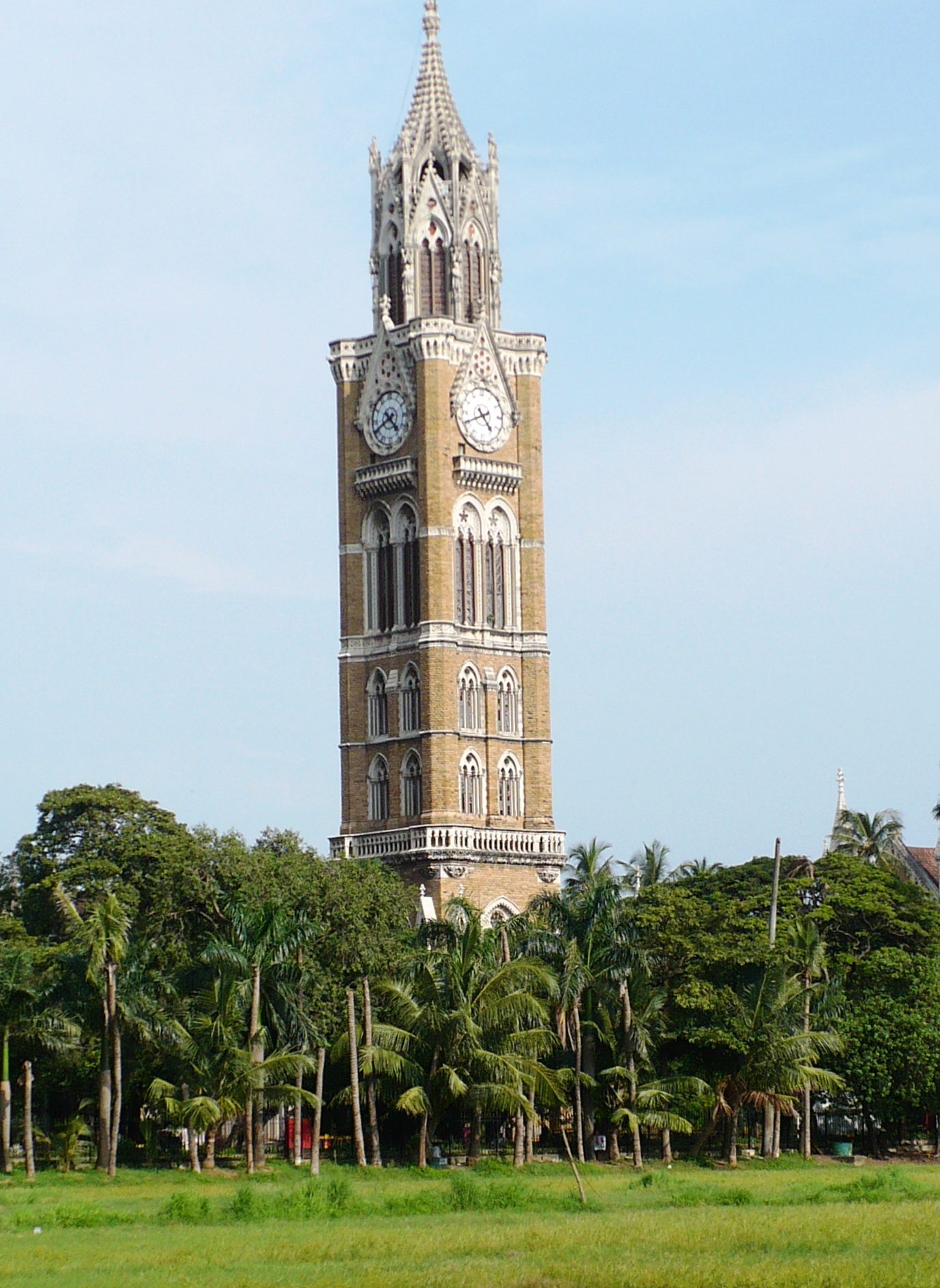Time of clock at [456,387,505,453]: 4:40
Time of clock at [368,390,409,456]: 4:40
